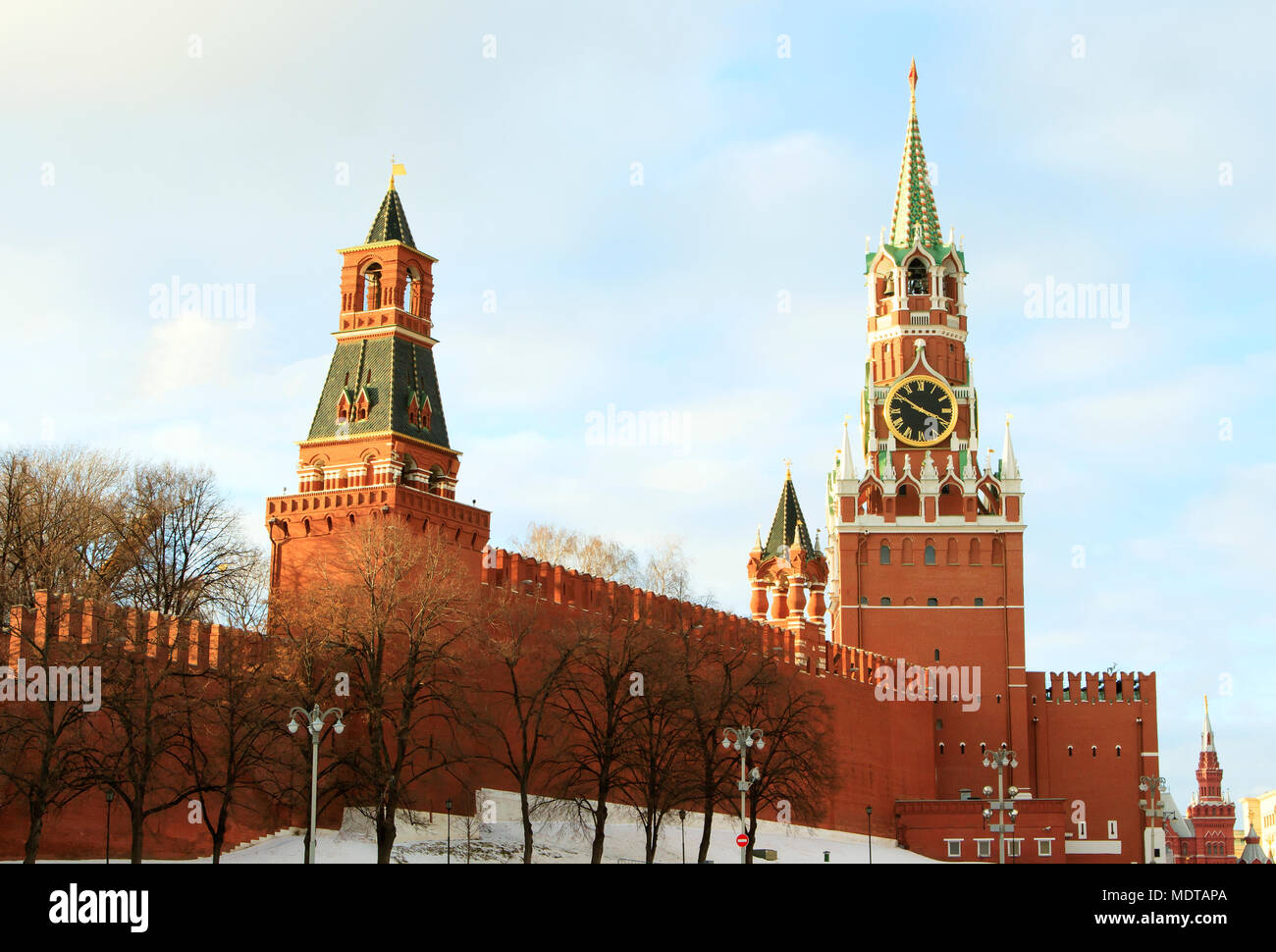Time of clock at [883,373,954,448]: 3:50
